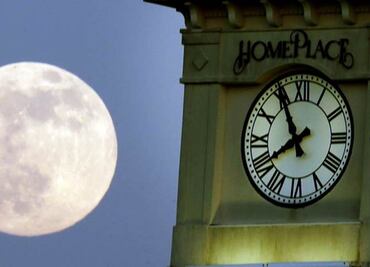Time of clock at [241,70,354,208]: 7:54
